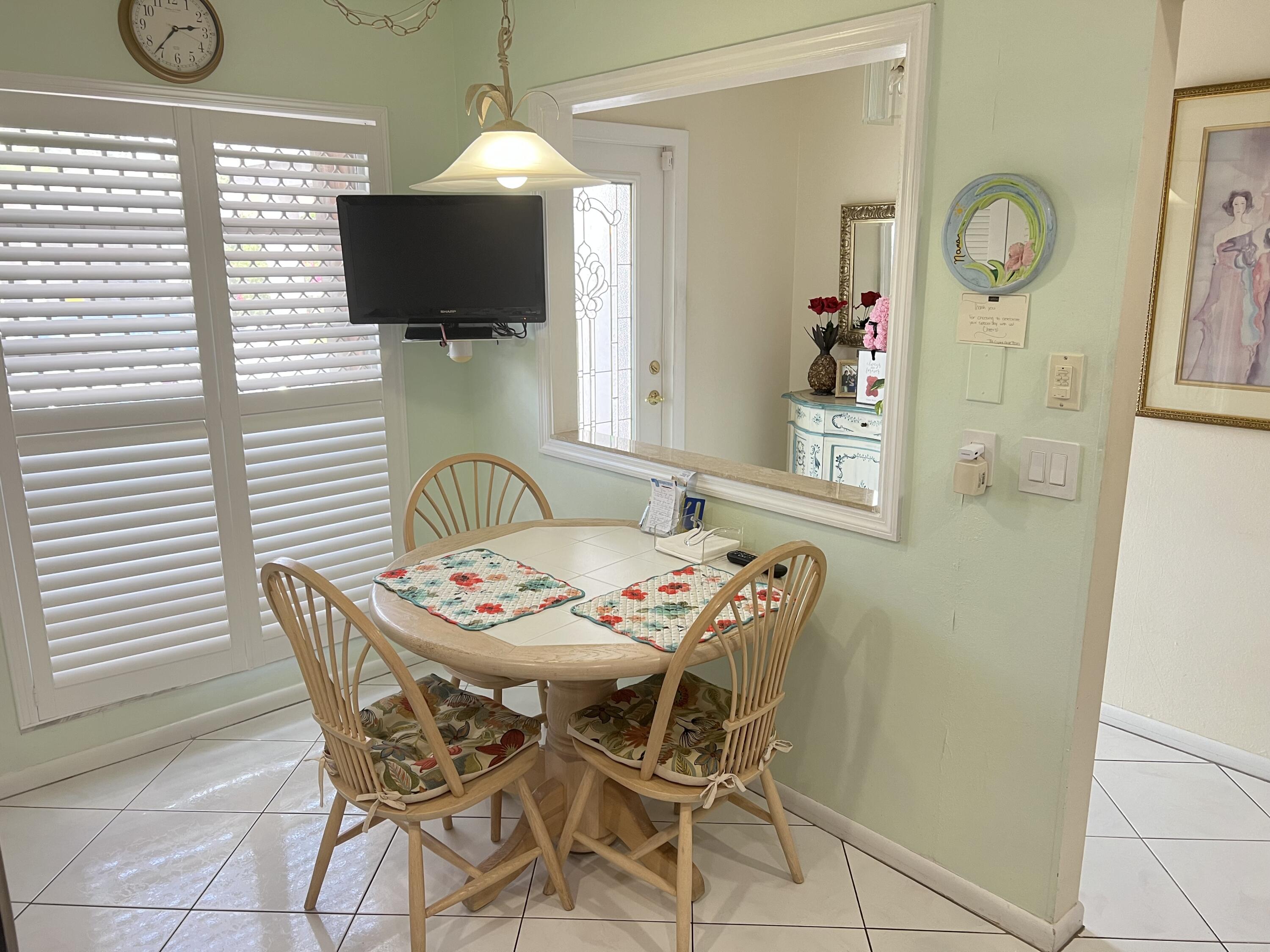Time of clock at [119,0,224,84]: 2:36
